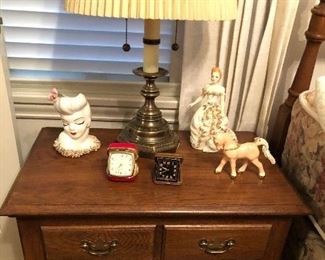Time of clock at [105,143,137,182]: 7:32
